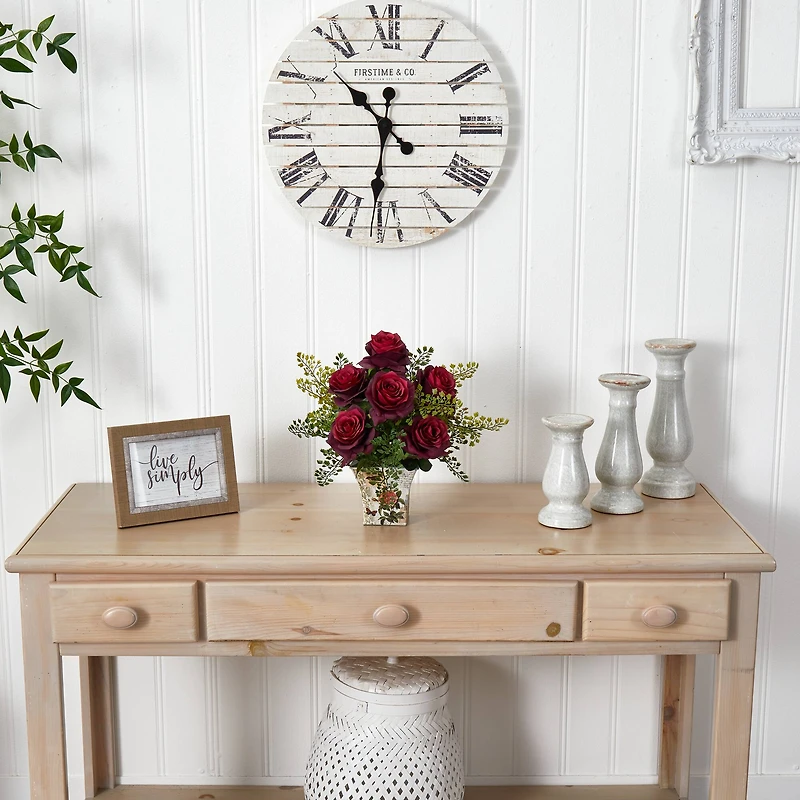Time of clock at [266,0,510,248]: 10:31
